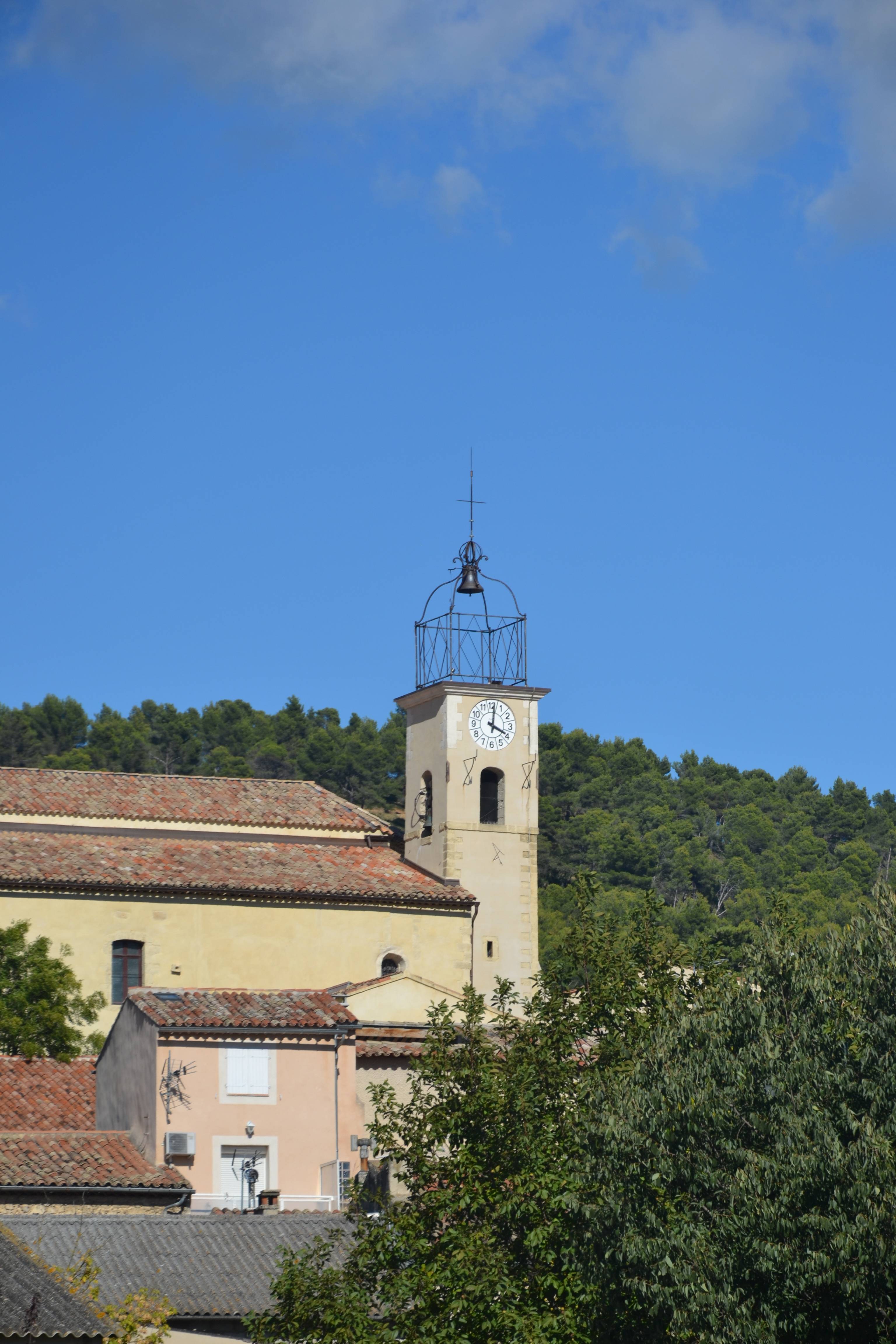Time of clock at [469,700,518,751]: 4:01
